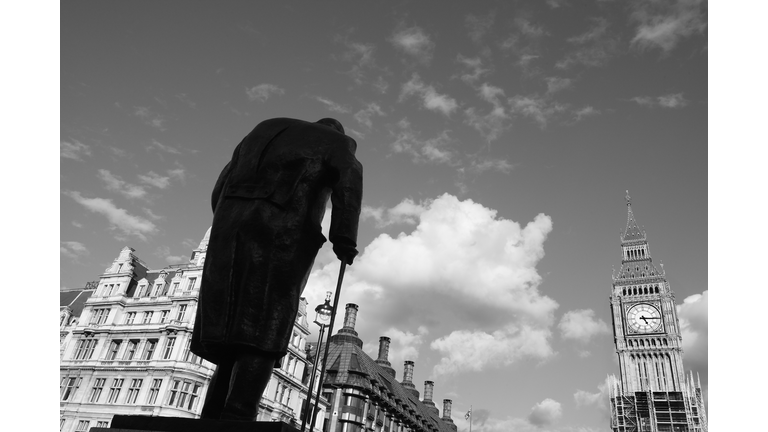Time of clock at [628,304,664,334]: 5:15
